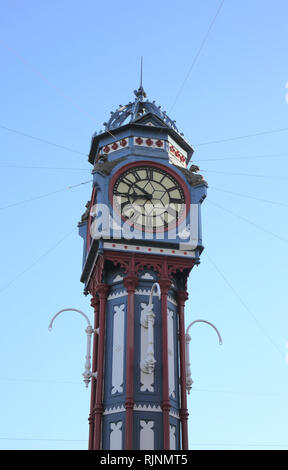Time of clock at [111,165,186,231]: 8:50
